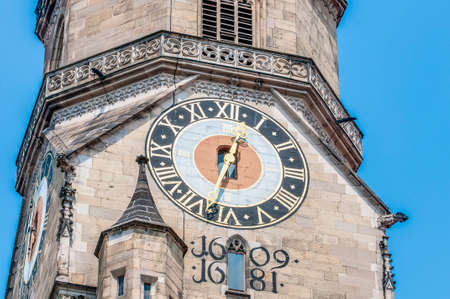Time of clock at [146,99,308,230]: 12:32
